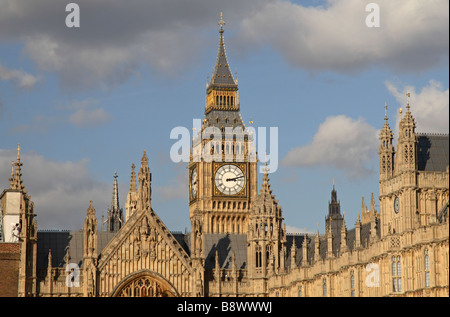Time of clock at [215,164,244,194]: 3:12
